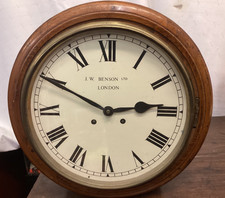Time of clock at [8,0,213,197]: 2:49
